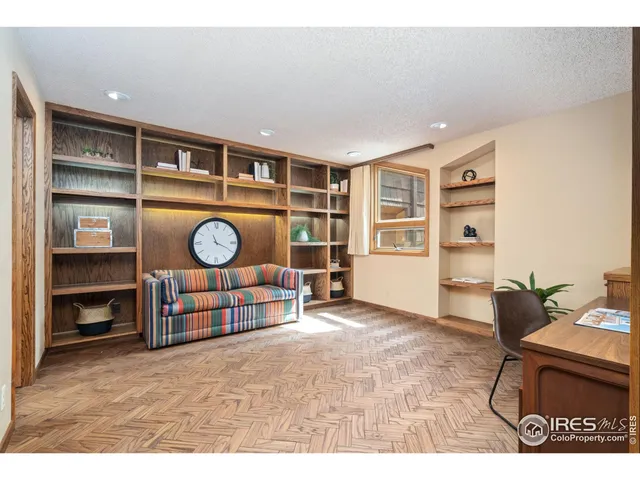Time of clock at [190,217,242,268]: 11:19
